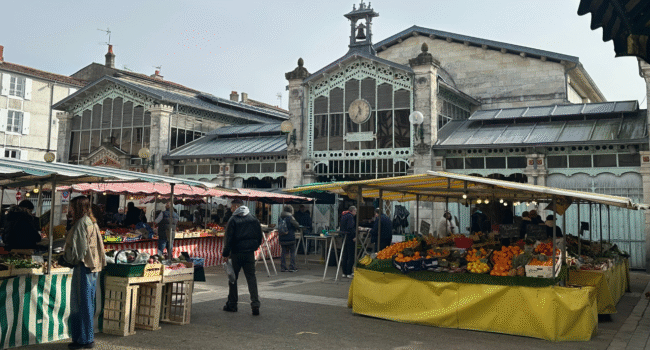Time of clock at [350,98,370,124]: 11:35
